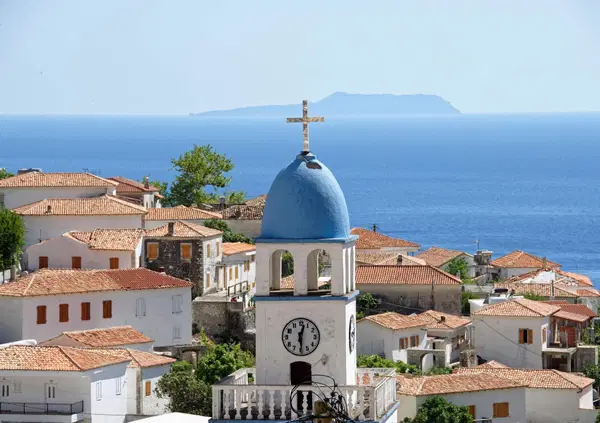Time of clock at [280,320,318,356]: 12:29
